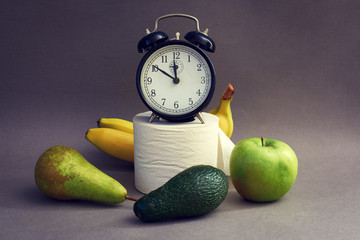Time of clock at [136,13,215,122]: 11:50
